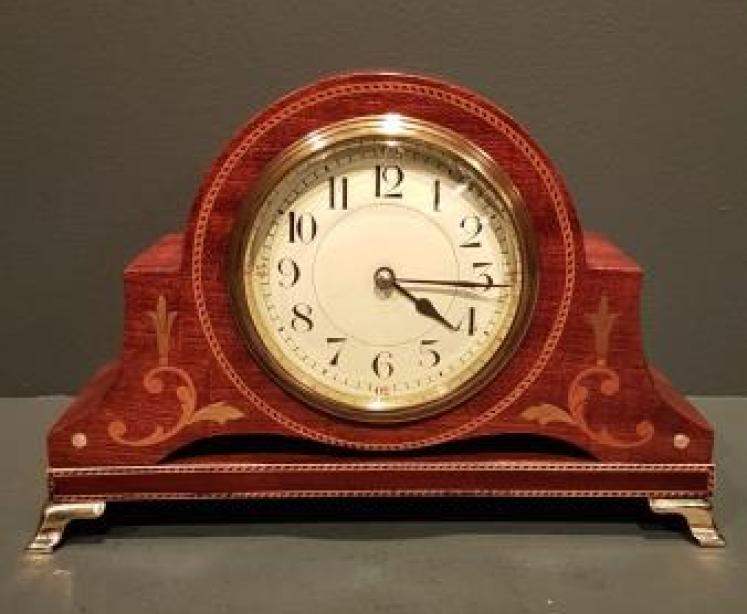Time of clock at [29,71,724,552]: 4:15
